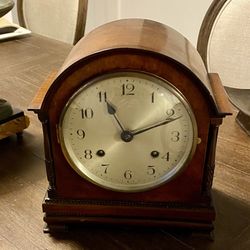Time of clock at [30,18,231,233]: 11:11
